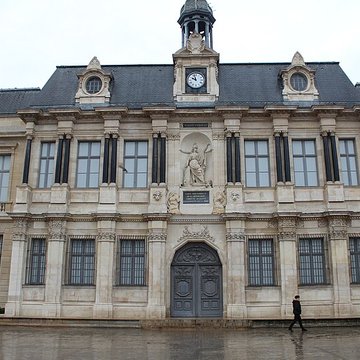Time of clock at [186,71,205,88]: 9:57
